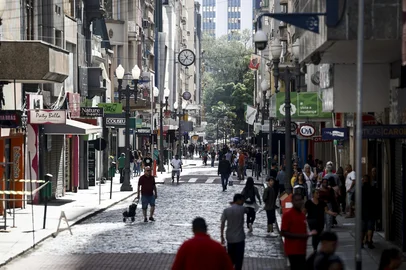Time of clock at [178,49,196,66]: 10:36
